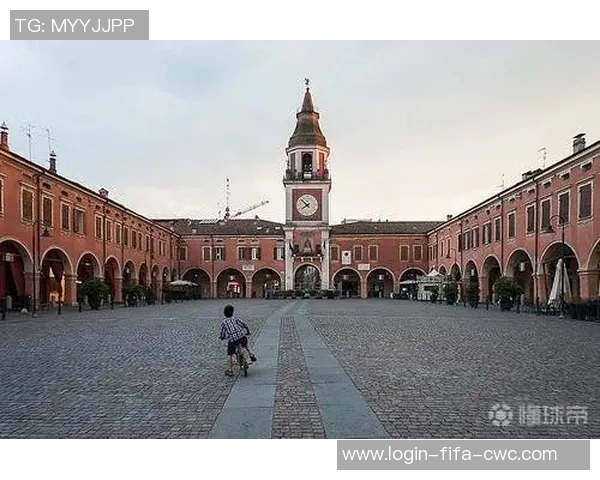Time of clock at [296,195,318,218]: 7:52
